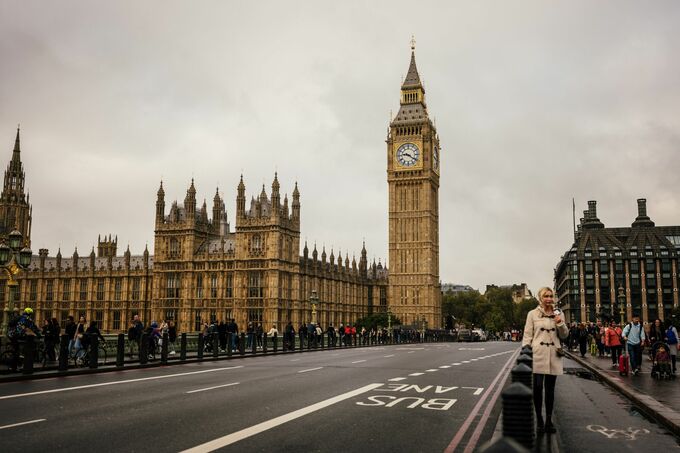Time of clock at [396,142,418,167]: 9:21
